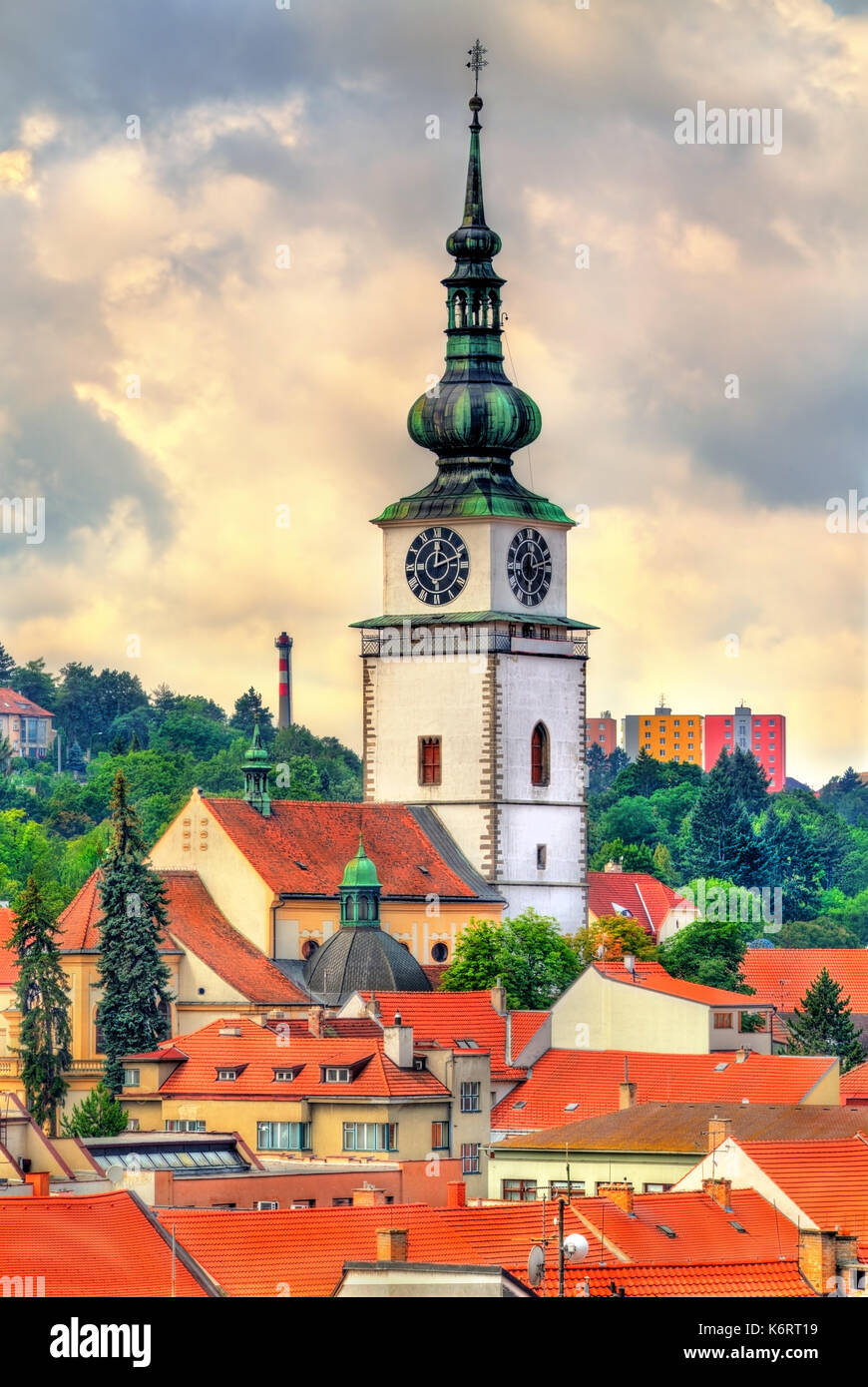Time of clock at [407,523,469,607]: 12:11
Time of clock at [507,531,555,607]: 12:12
